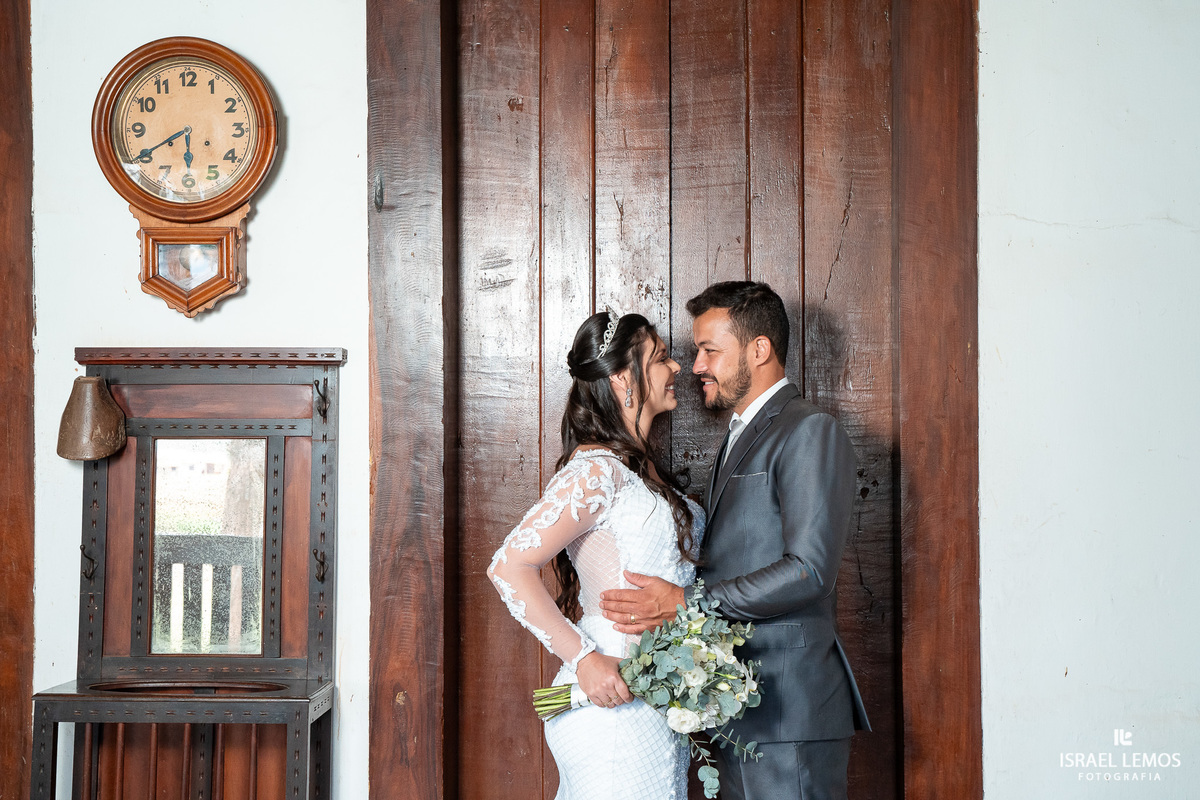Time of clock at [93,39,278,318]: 5:40
